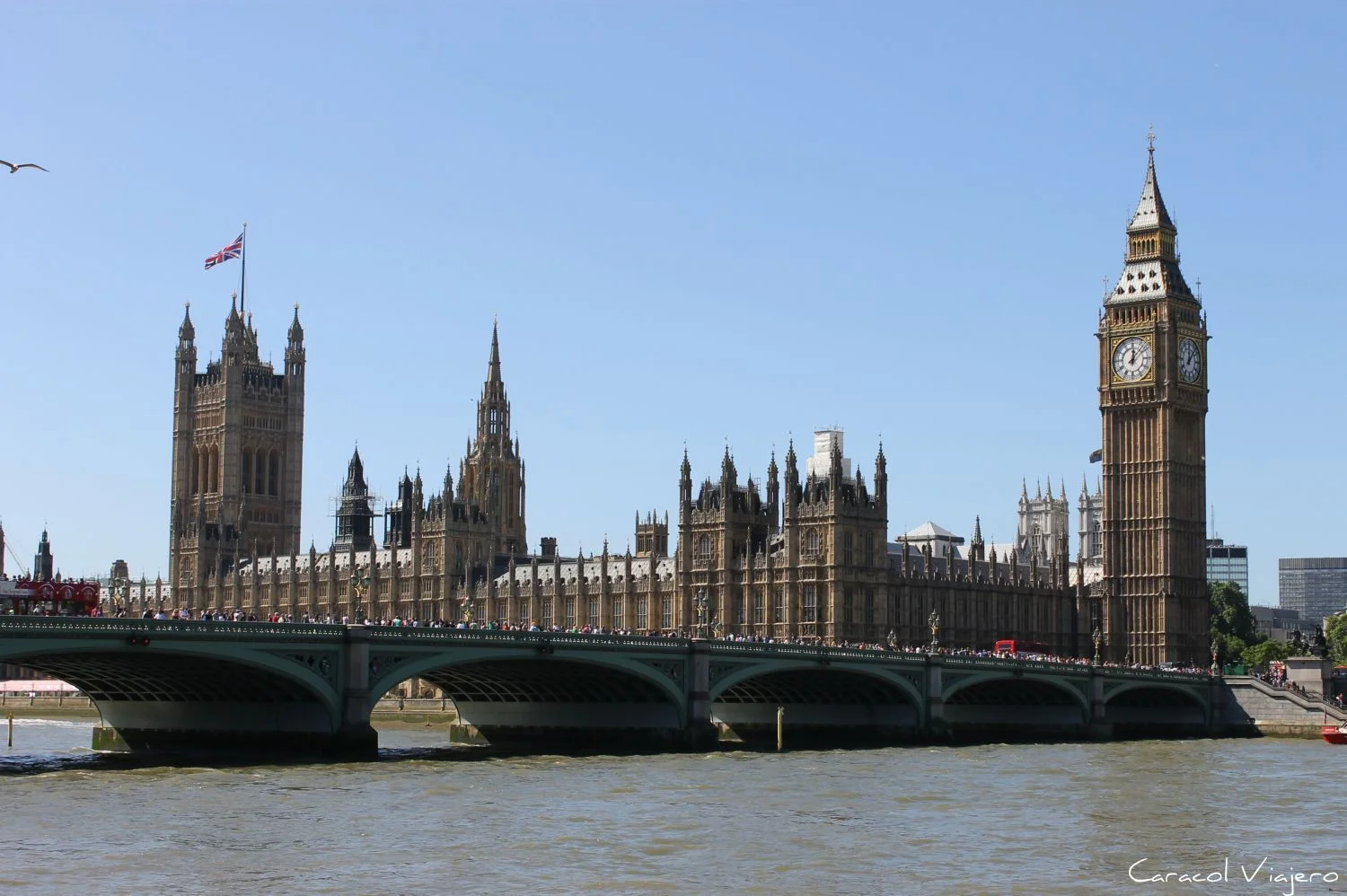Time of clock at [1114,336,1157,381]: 12:07
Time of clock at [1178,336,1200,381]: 12:07
